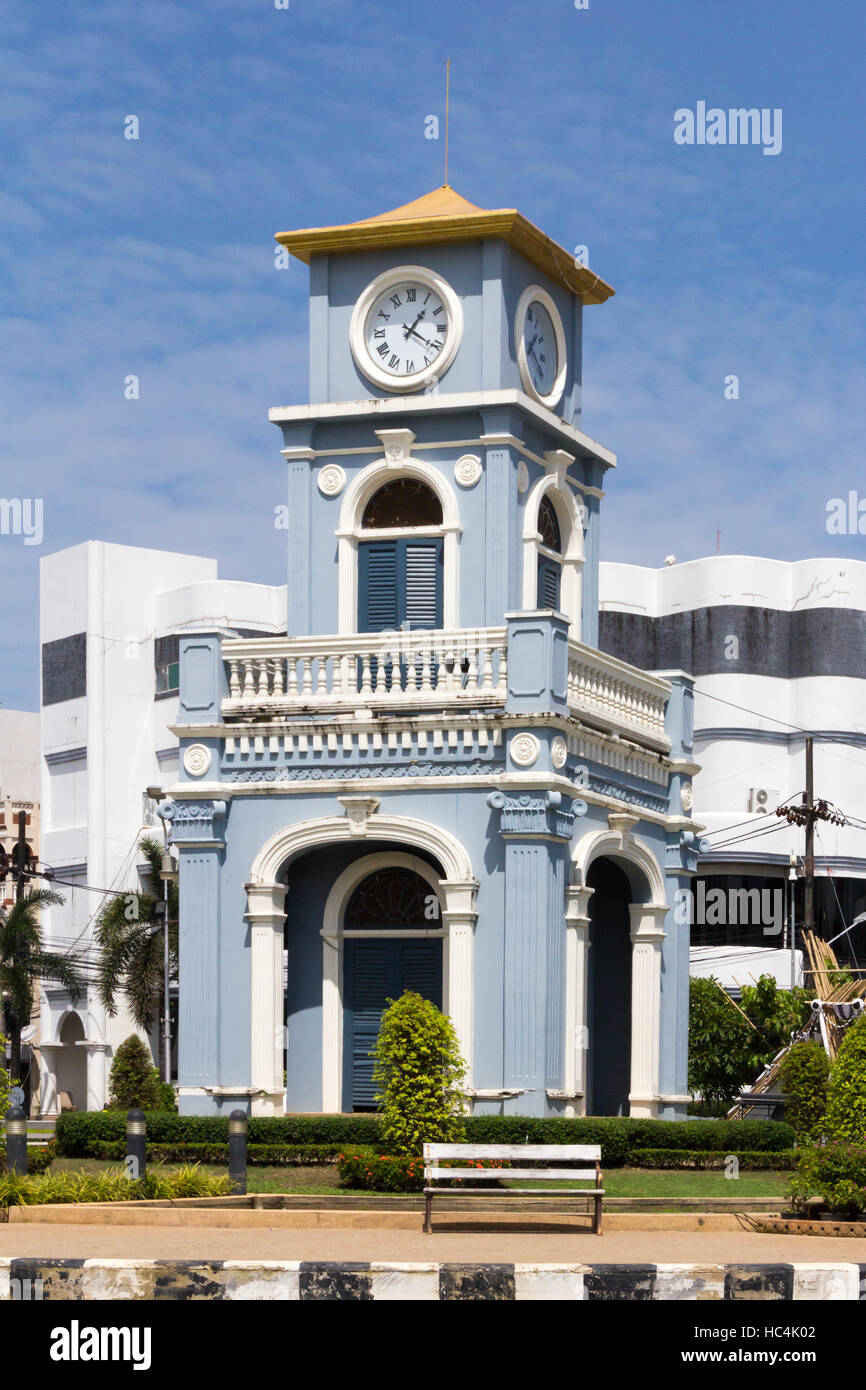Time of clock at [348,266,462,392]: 1:20
